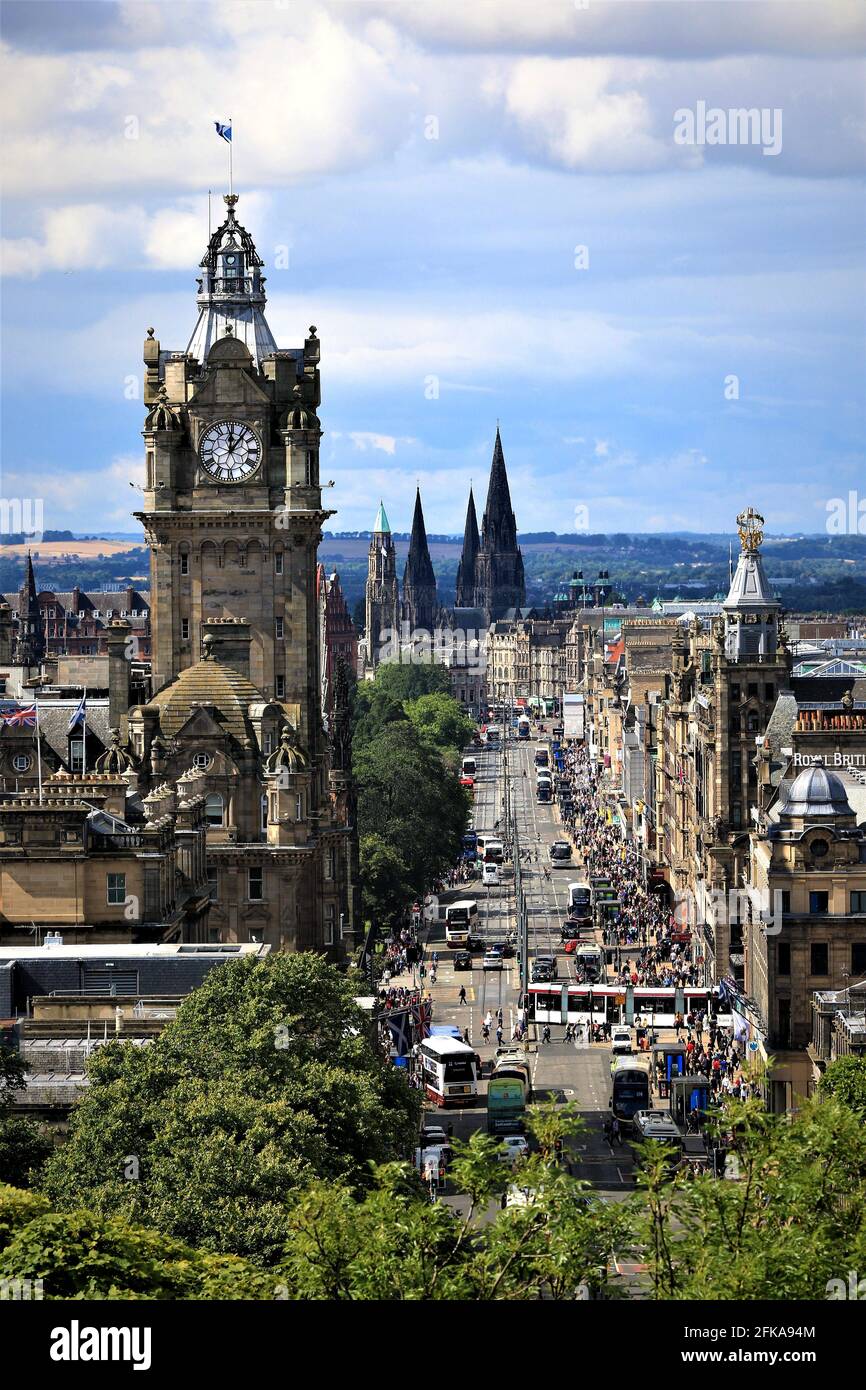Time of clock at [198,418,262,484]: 12:06
